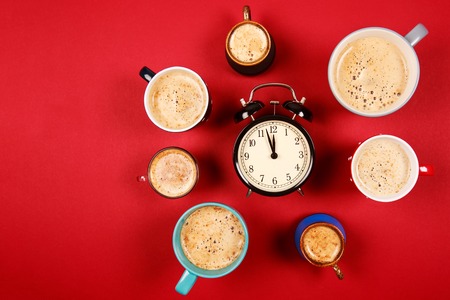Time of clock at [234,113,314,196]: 11:57
